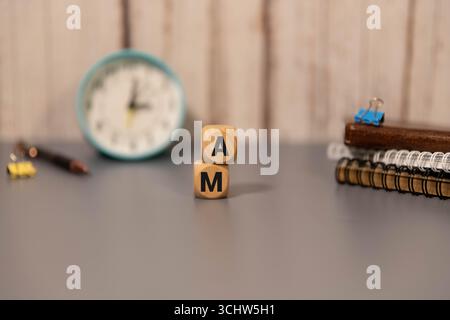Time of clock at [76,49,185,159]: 3:02
